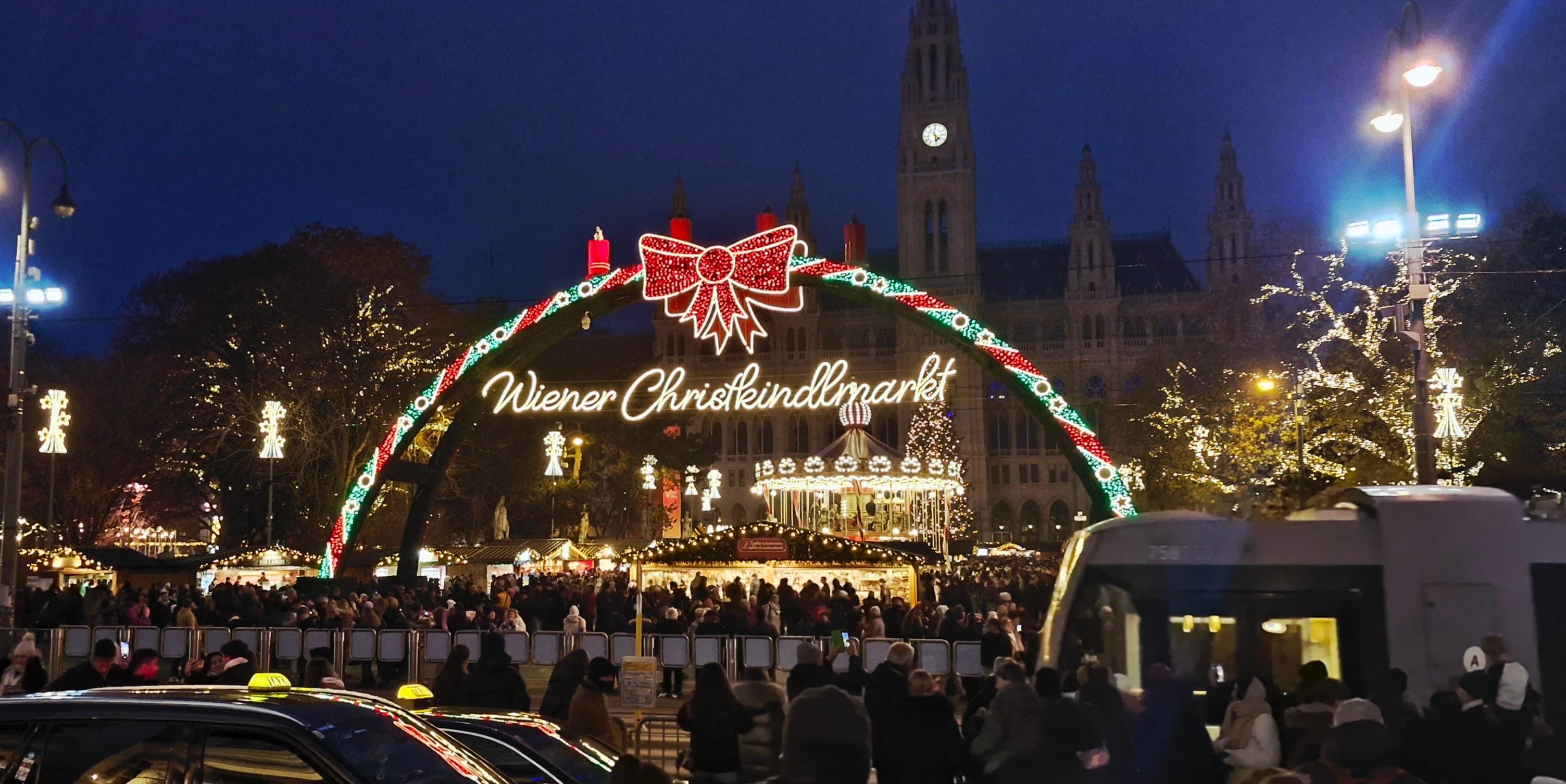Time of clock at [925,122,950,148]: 4:28
